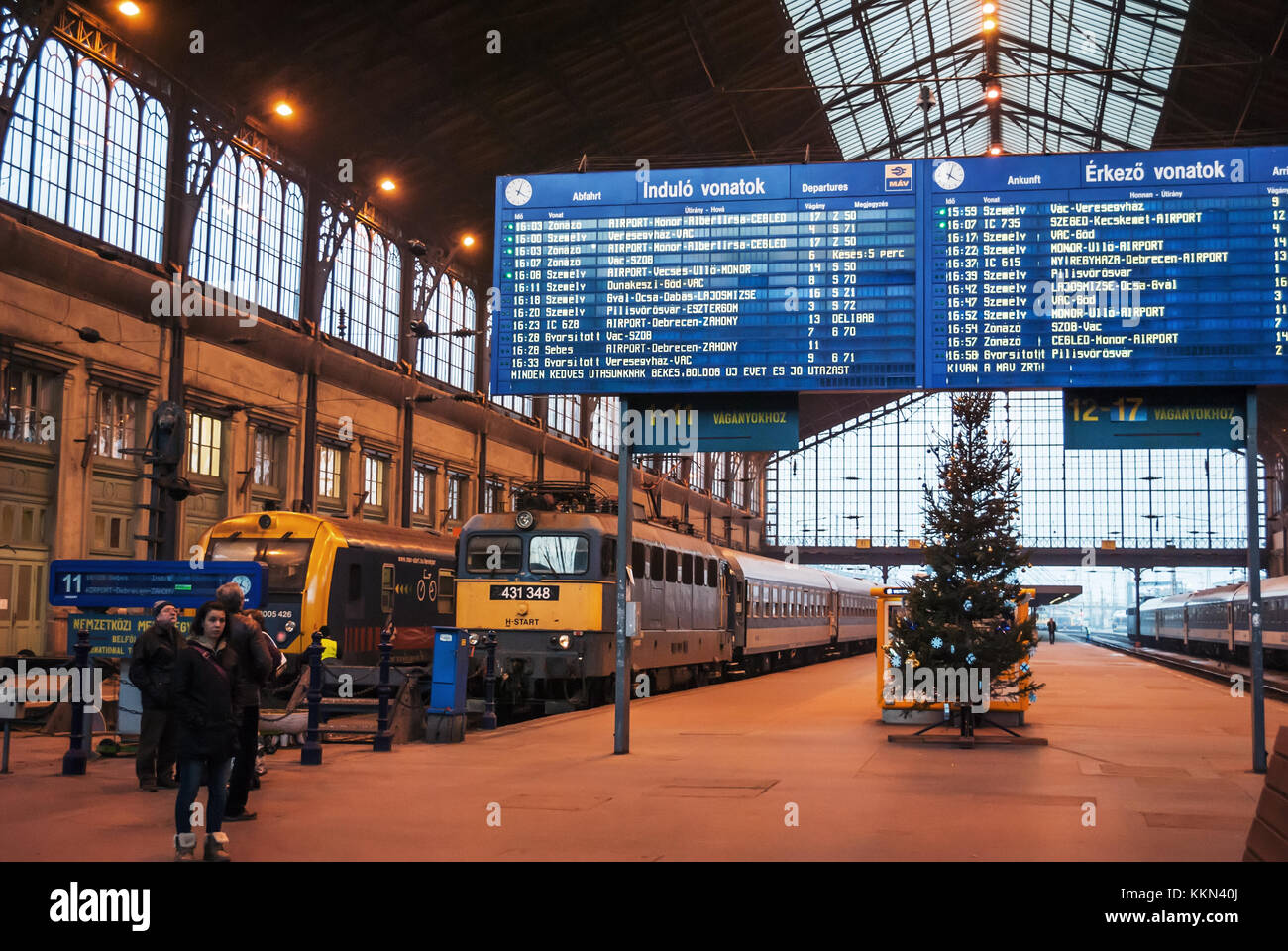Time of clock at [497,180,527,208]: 4:03
